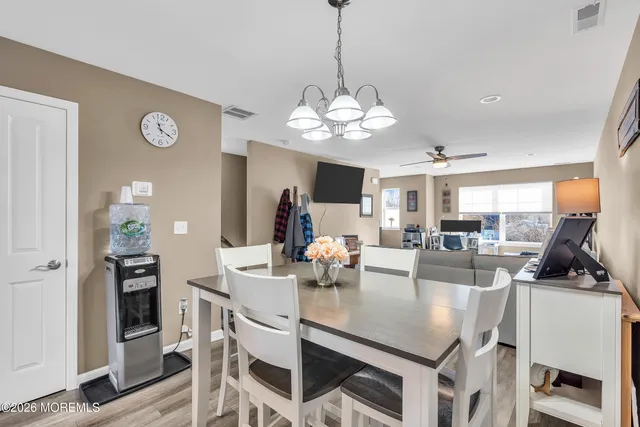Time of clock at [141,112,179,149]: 11:19
